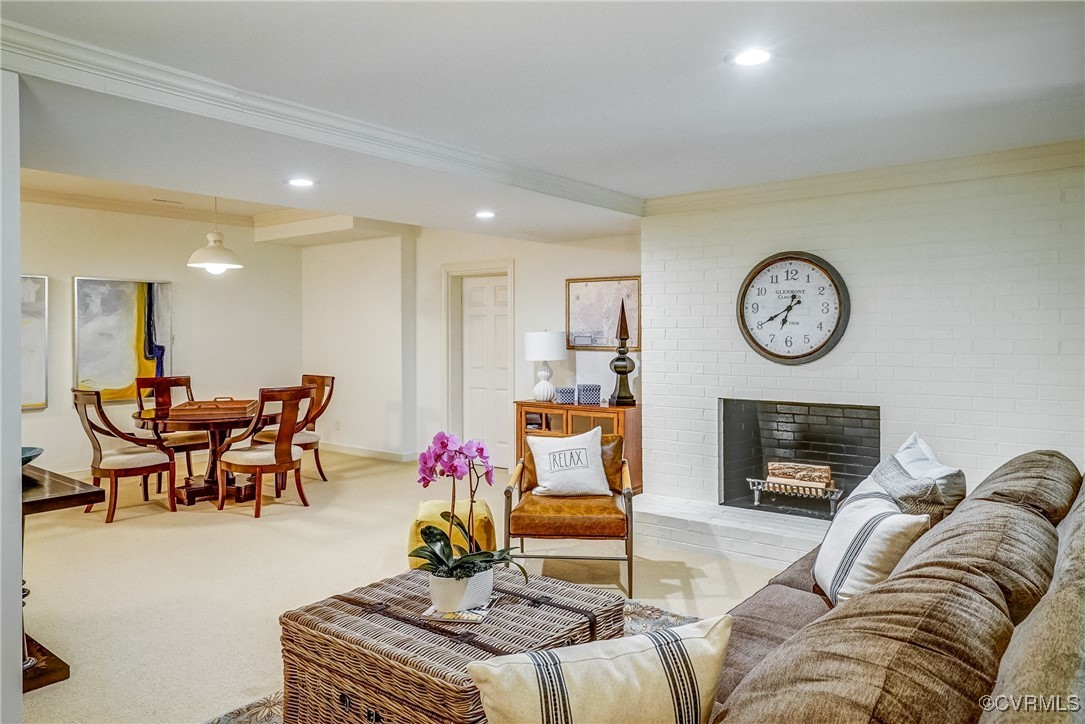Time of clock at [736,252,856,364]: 6:39
